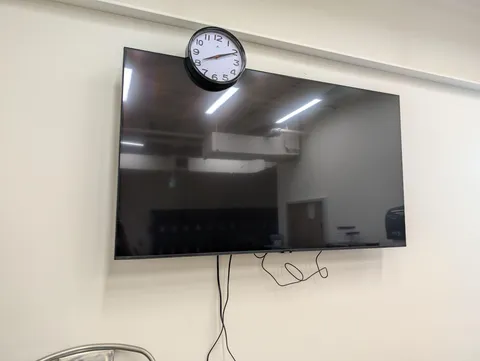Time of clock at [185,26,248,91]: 8:10
